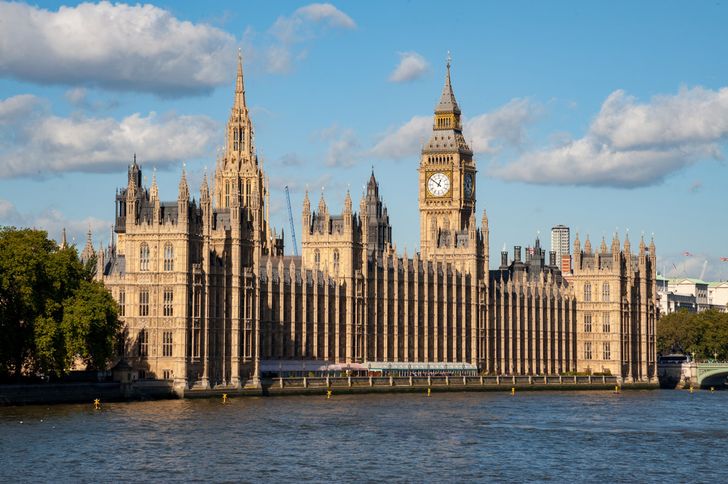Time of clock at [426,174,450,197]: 12:51
